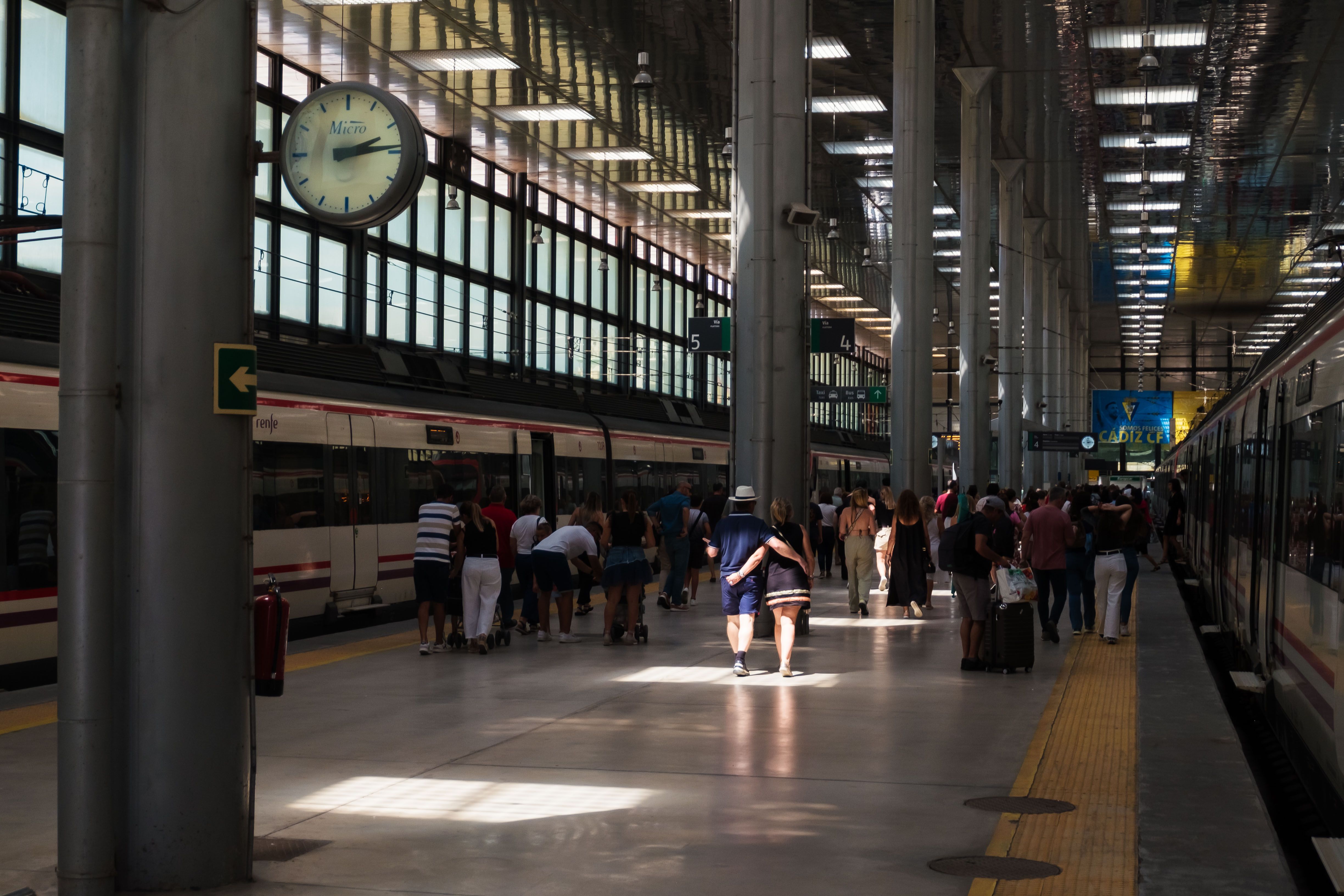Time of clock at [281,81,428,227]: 2:14
